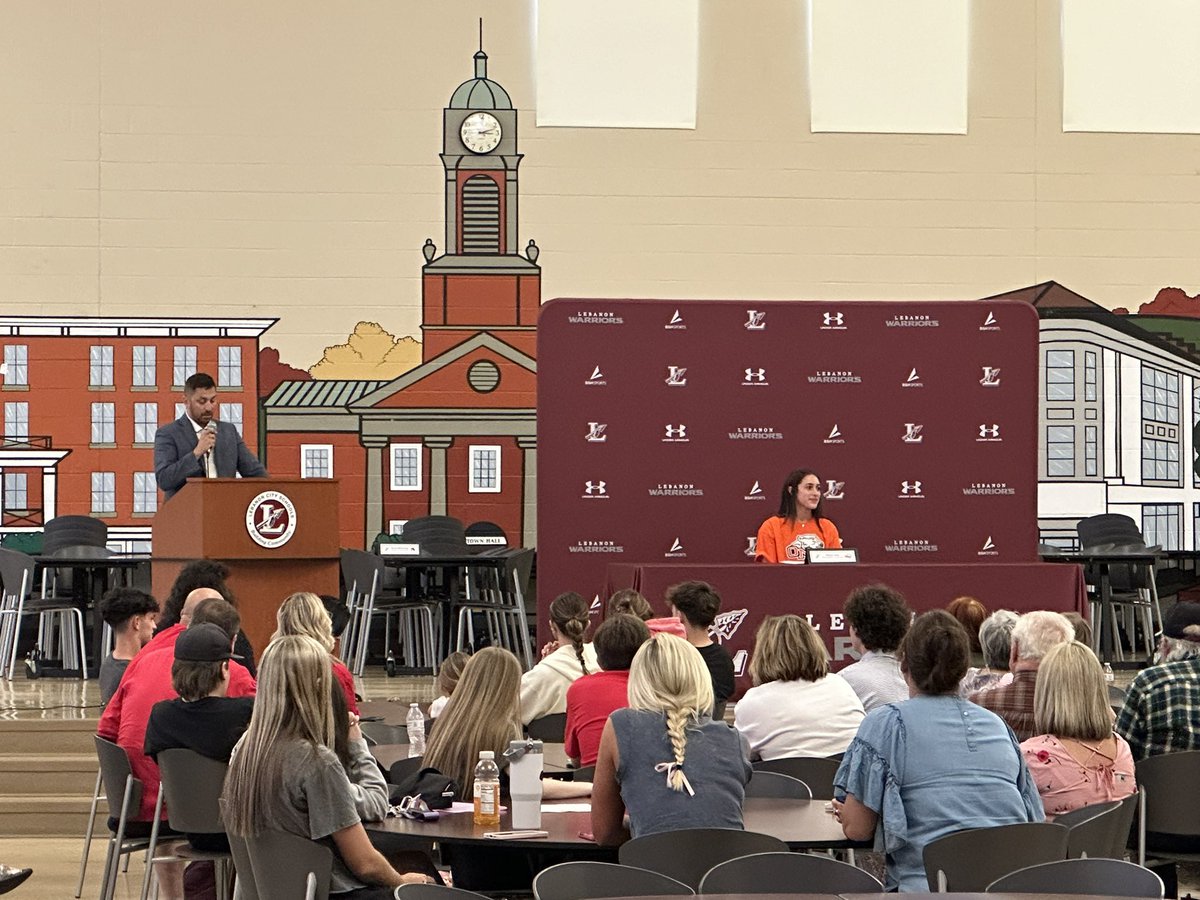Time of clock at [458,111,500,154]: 3:12
